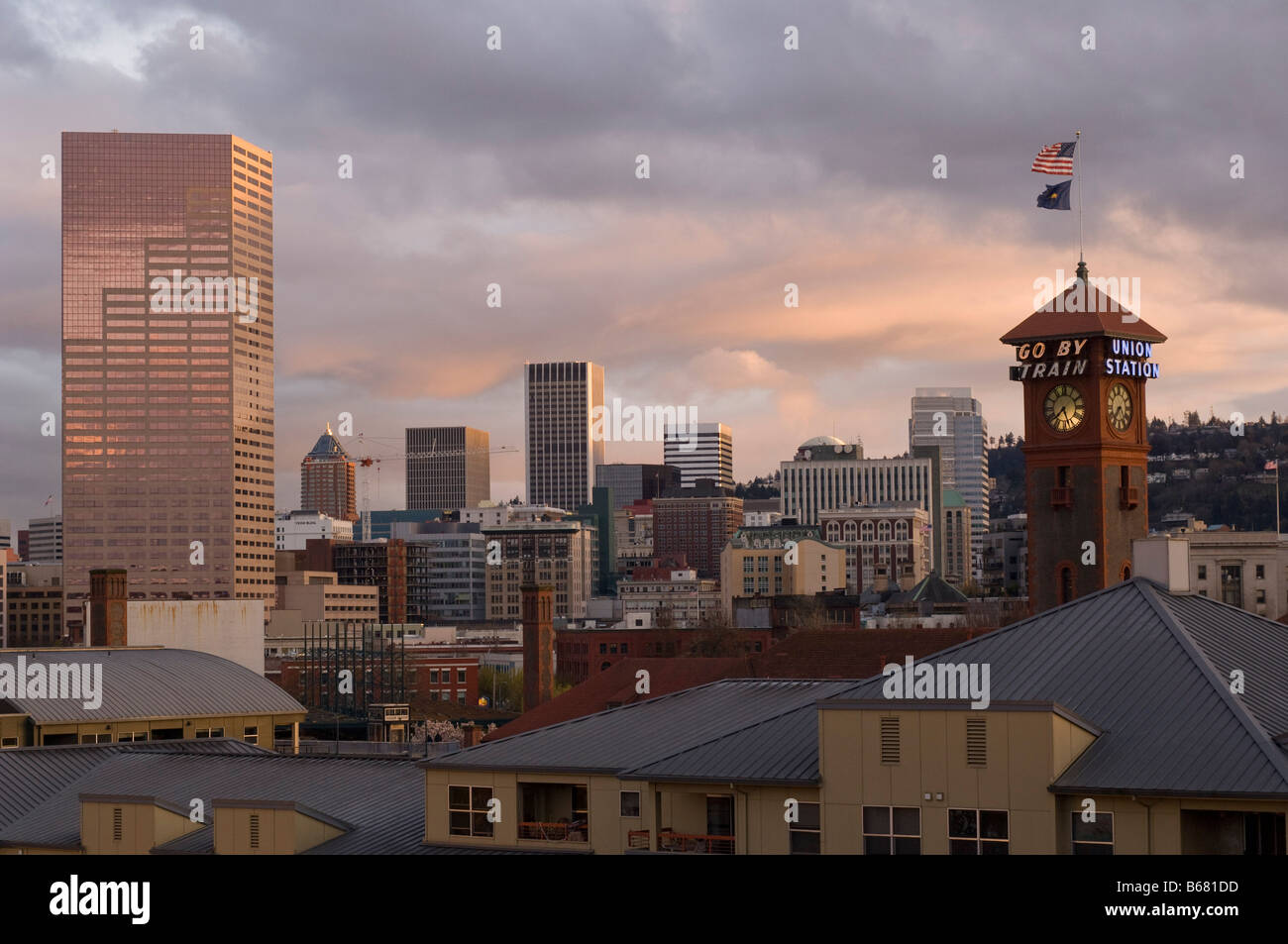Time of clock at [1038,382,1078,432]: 7:27
